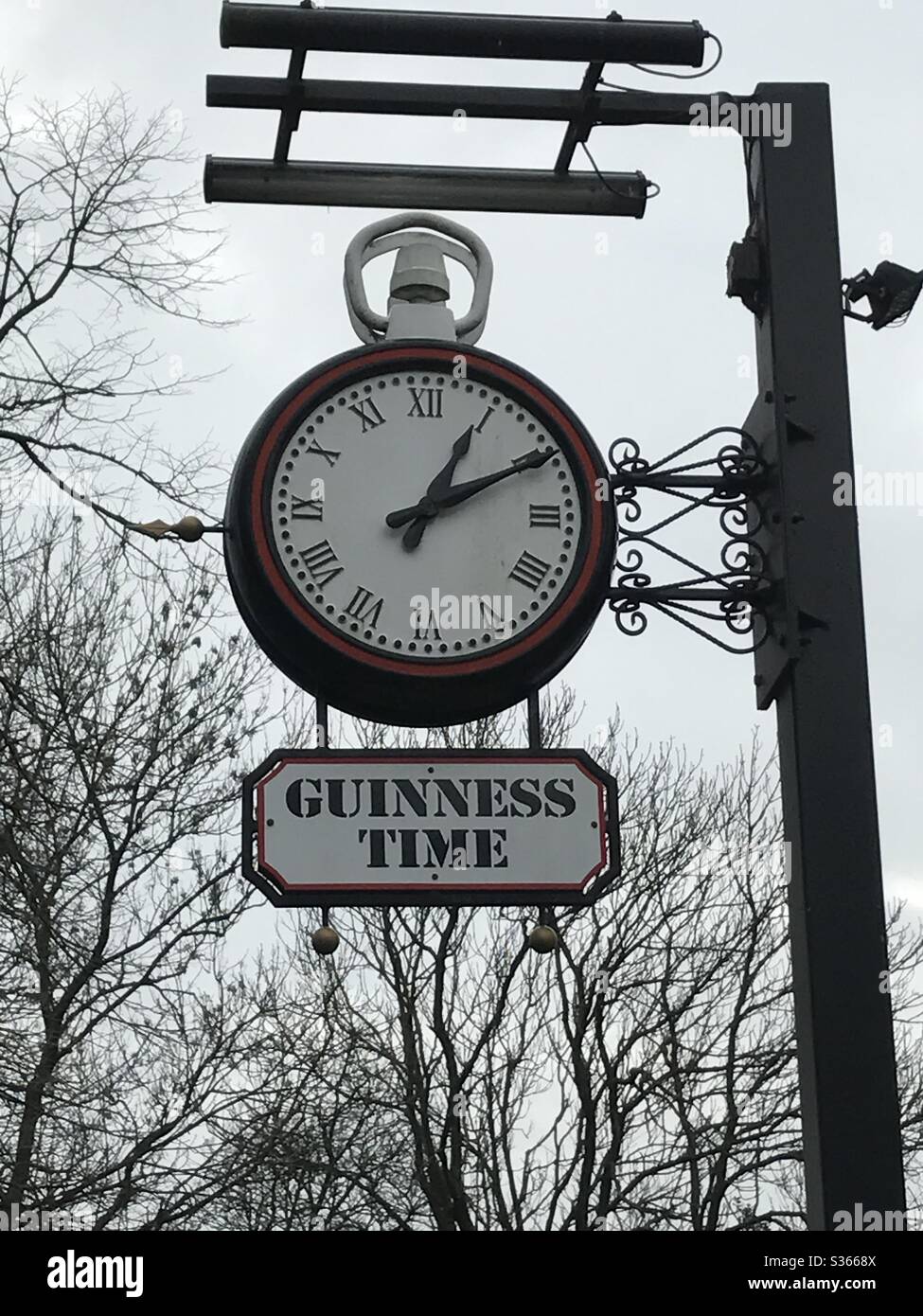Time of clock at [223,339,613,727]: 1:10
